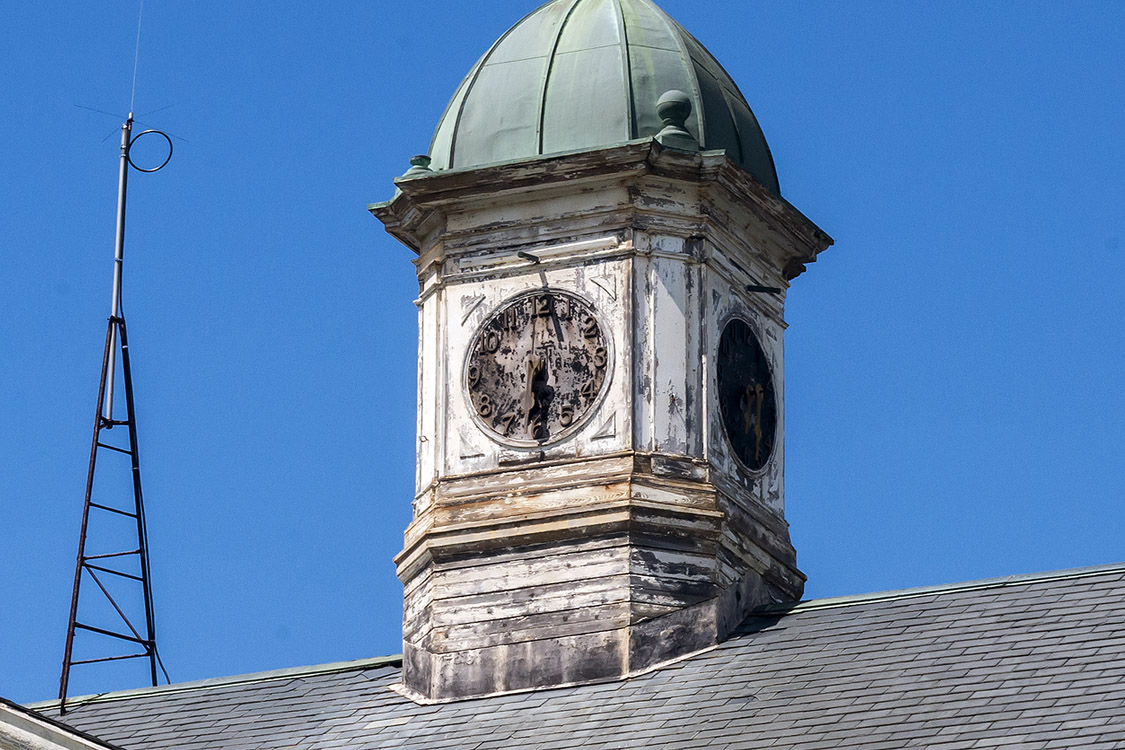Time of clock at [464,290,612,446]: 5:59
